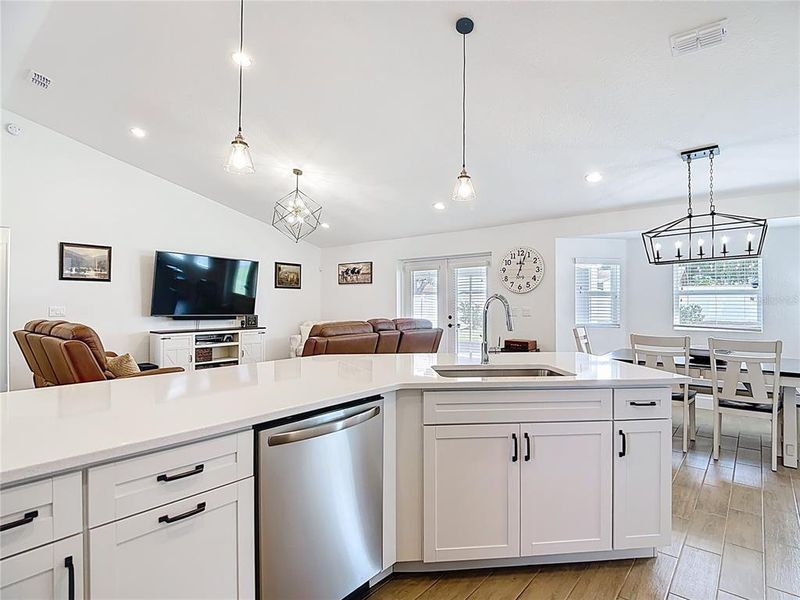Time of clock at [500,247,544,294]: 12:03
